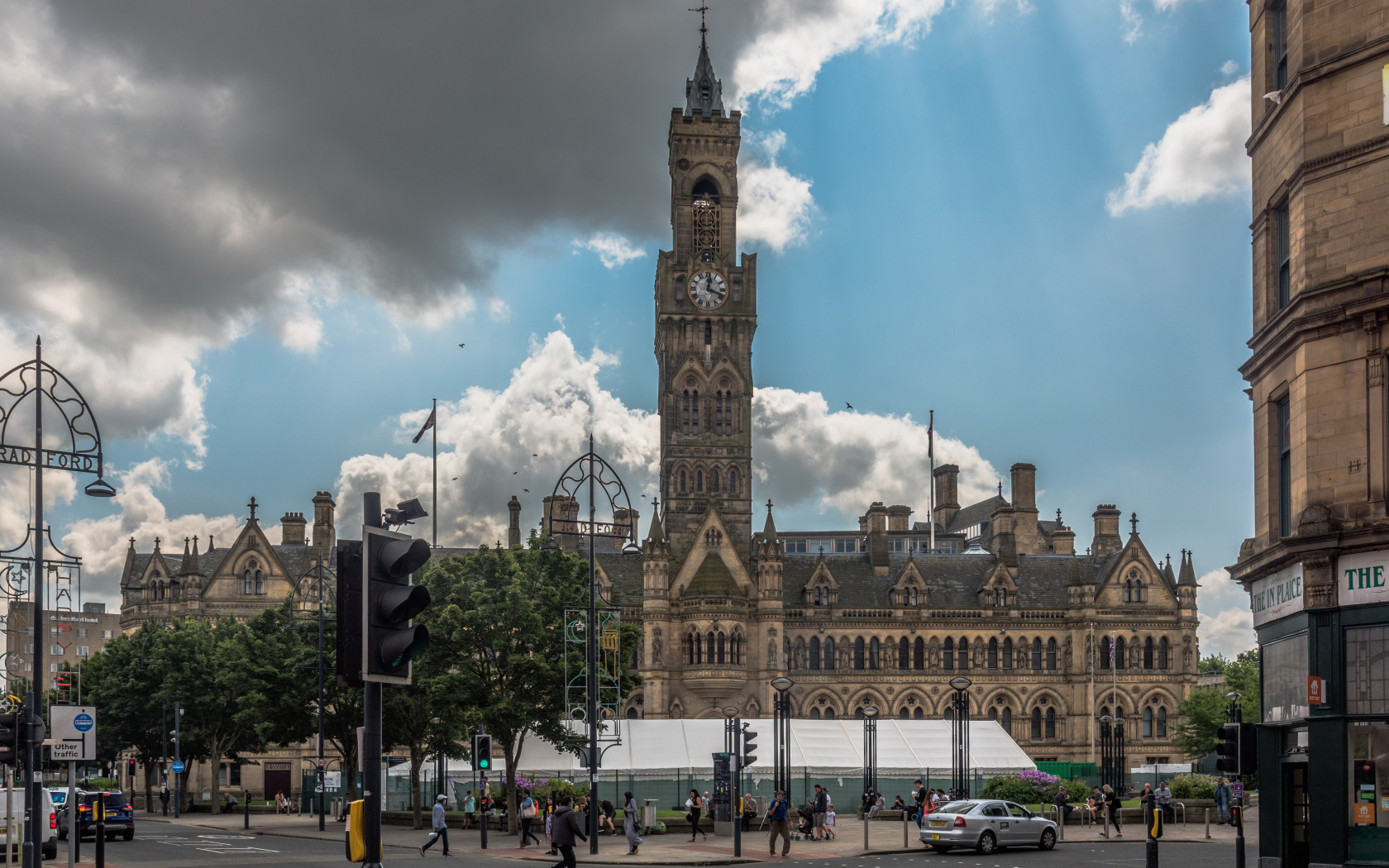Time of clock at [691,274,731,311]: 12:18
